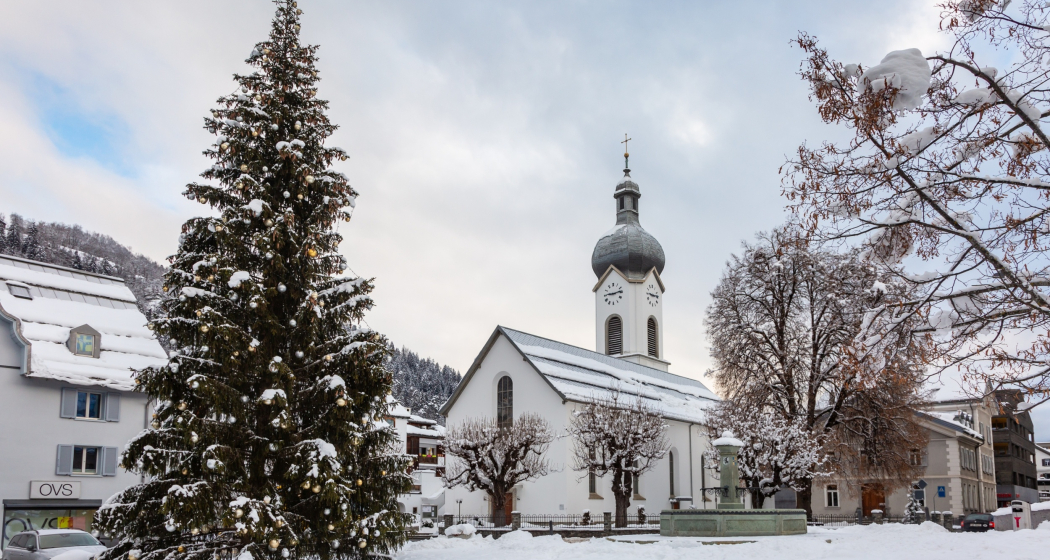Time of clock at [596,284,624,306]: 9:13
